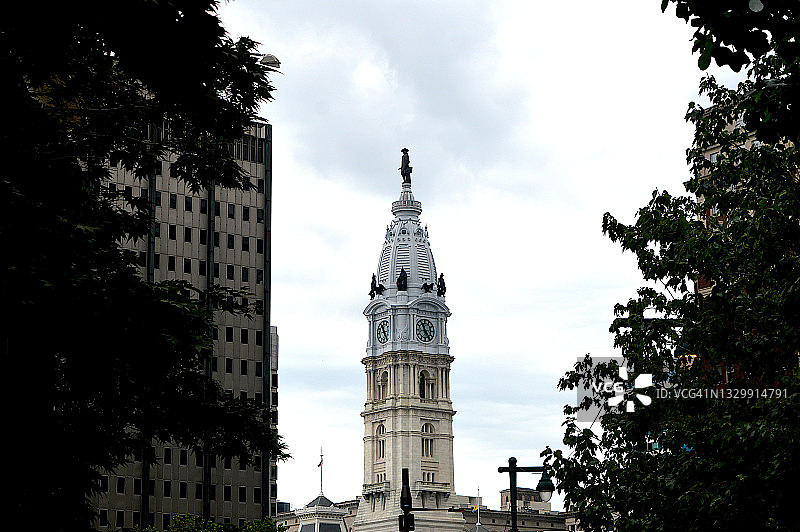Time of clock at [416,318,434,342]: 11:24
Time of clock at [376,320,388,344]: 11:24
